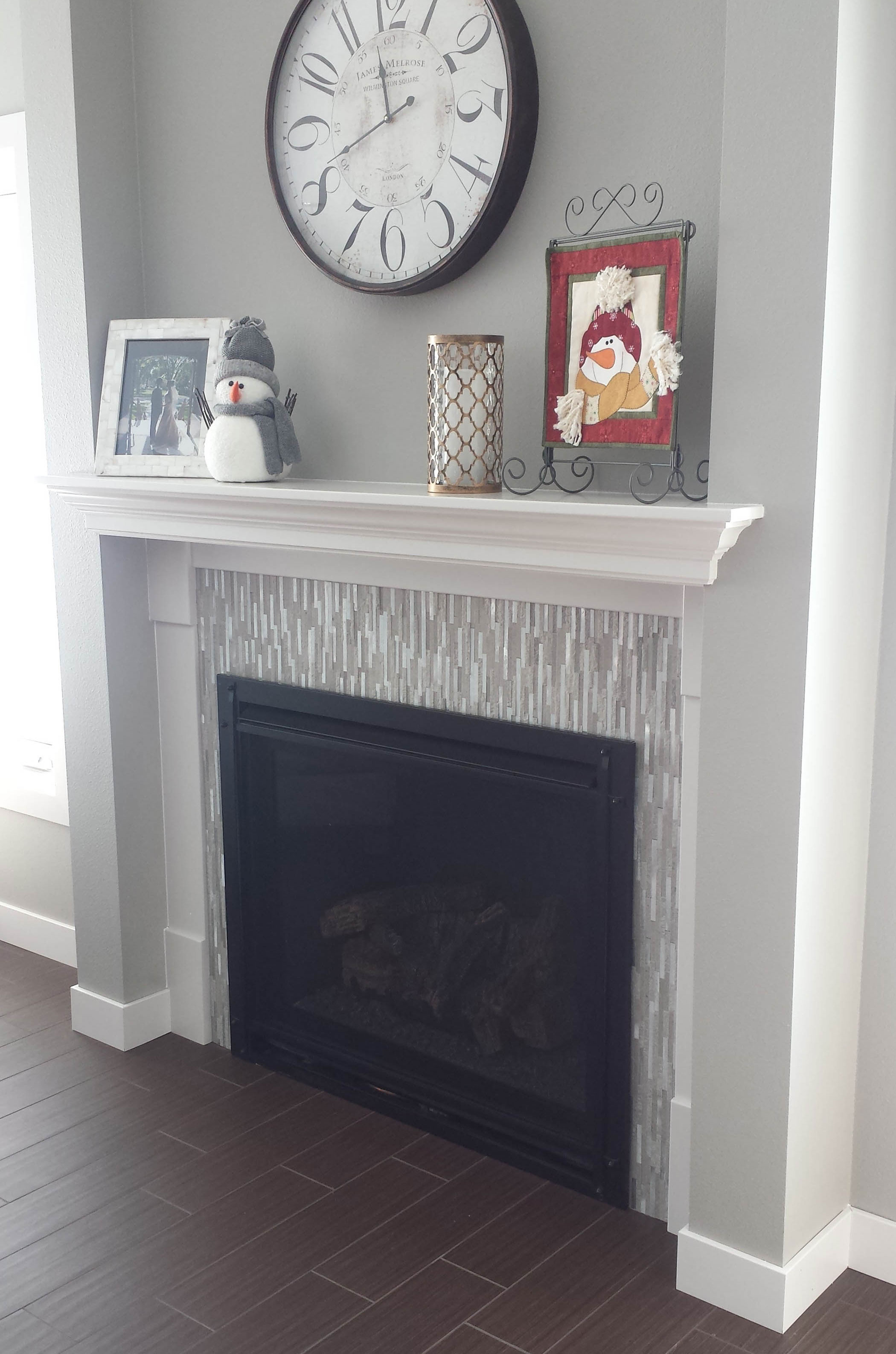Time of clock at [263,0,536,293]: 11:41
